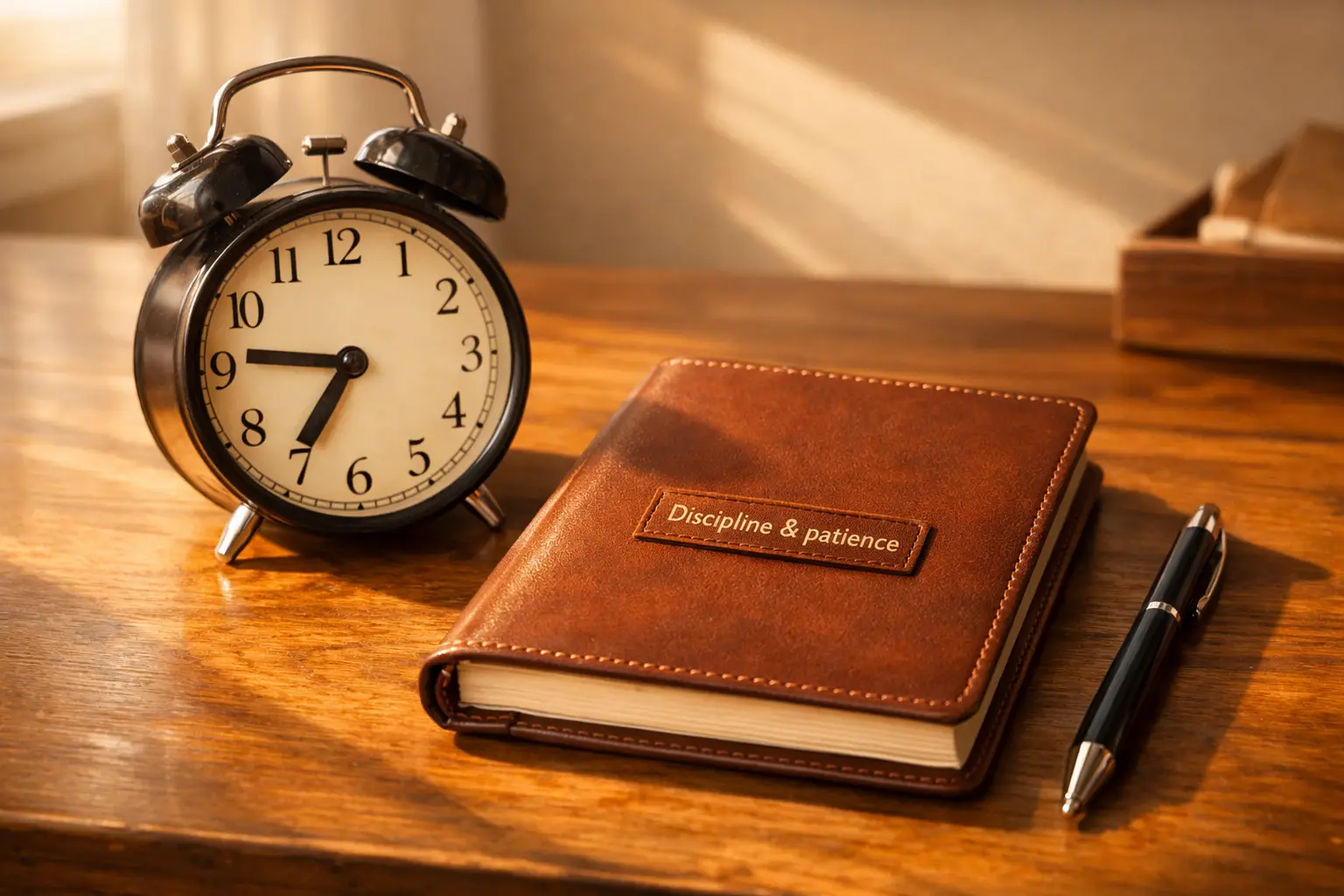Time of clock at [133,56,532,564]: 6:46
